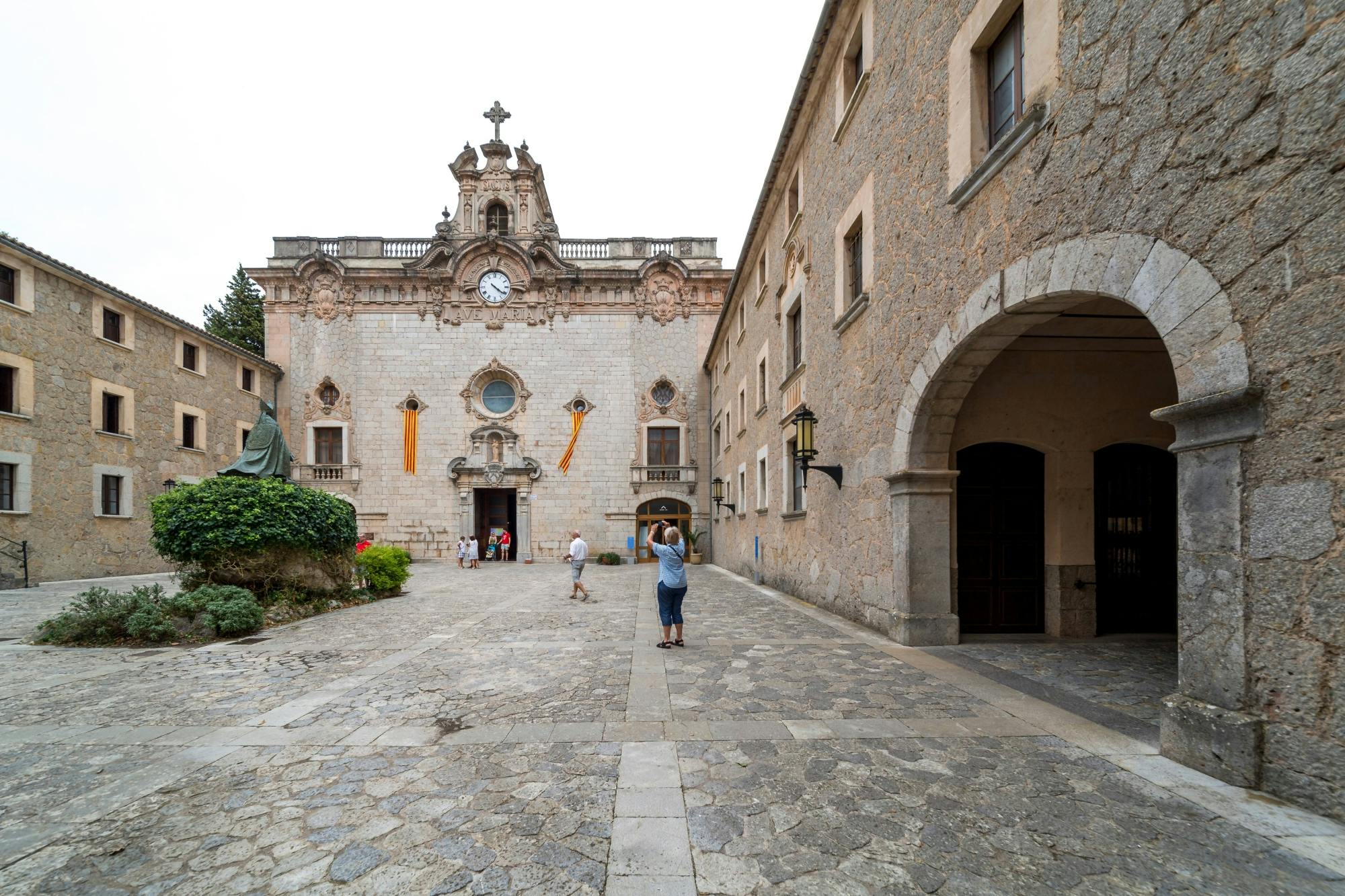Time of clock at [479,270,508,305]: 4:21
